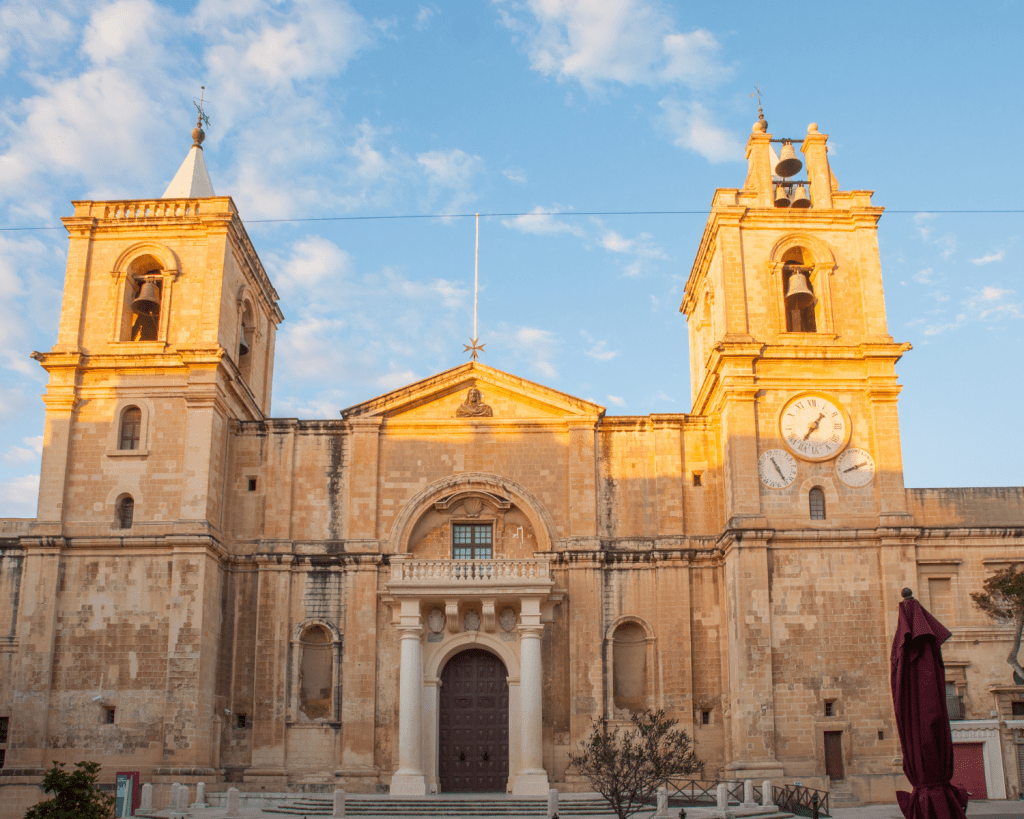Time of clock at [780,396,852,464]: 1:36
